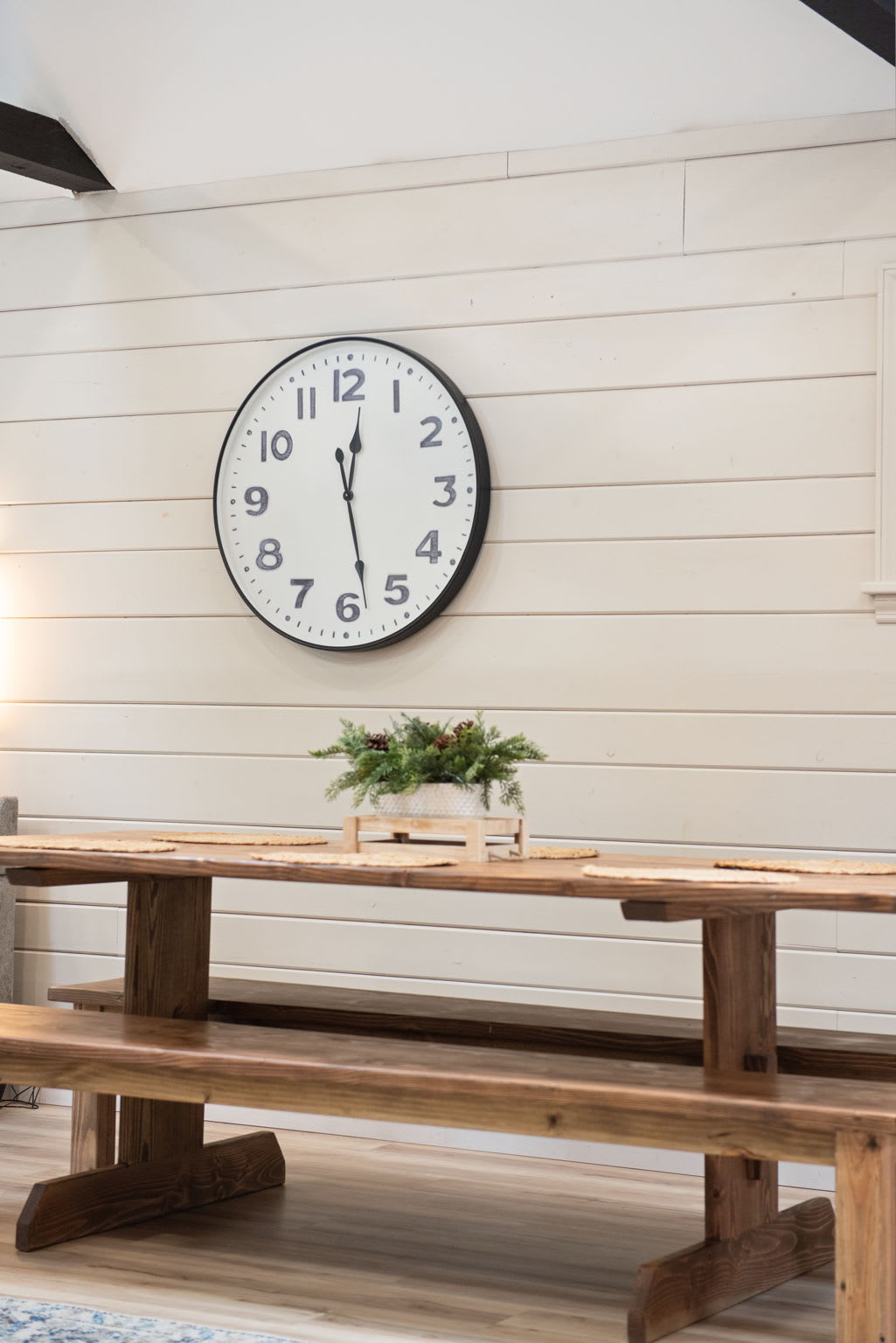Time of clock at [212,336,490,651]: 12:28
